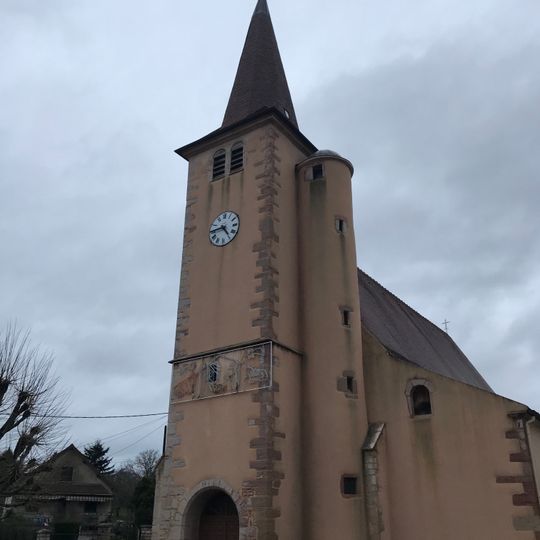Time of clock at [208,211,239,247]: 4:44
